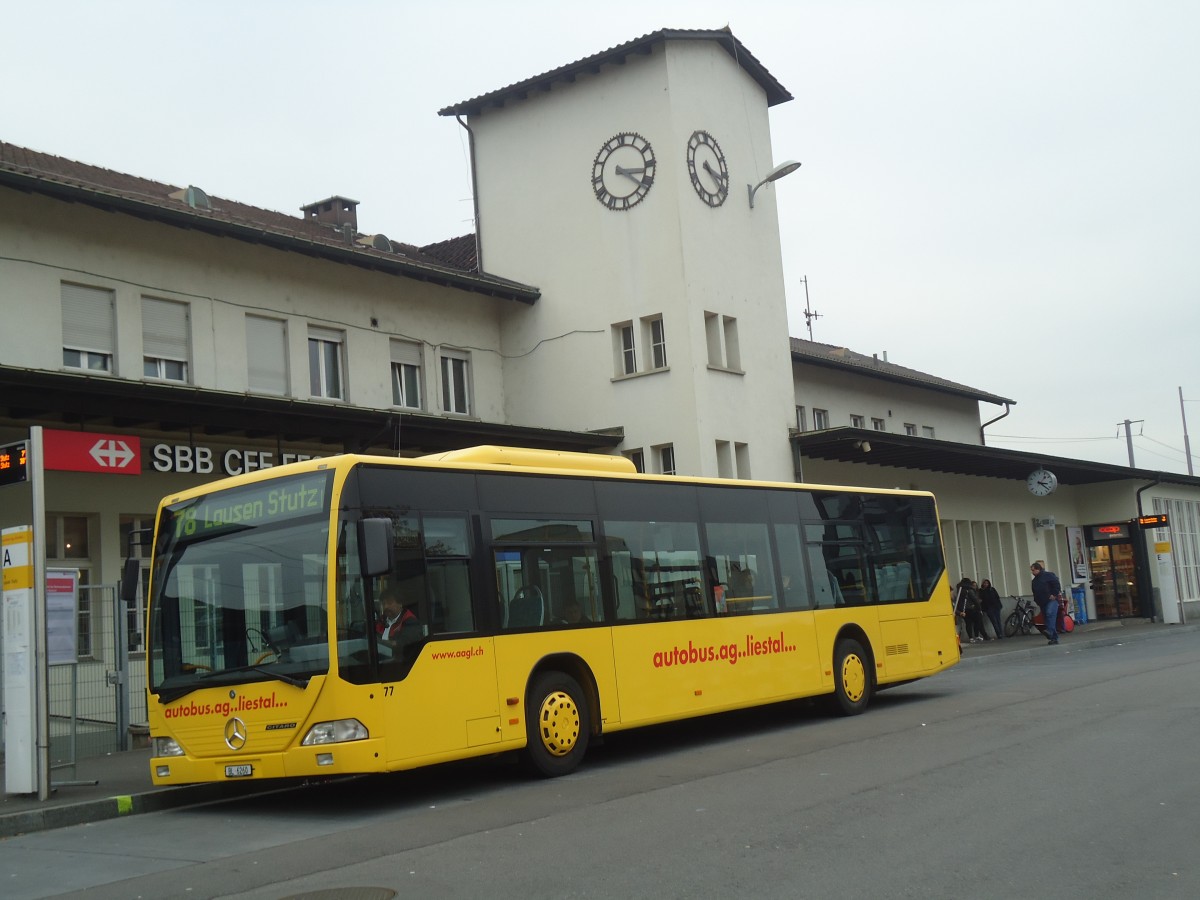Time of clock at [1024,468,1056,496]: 3:22
